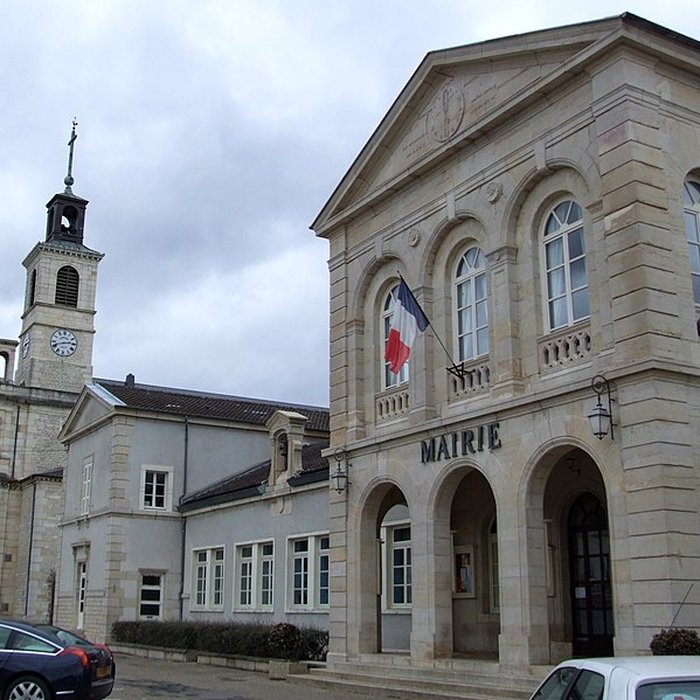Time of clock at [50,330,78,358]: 2:41
